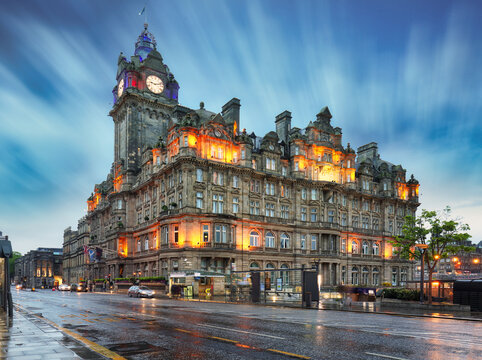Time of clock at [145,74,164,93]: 9:12
